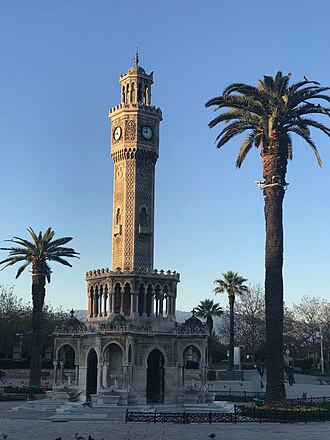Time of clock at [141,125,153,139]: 8:58
